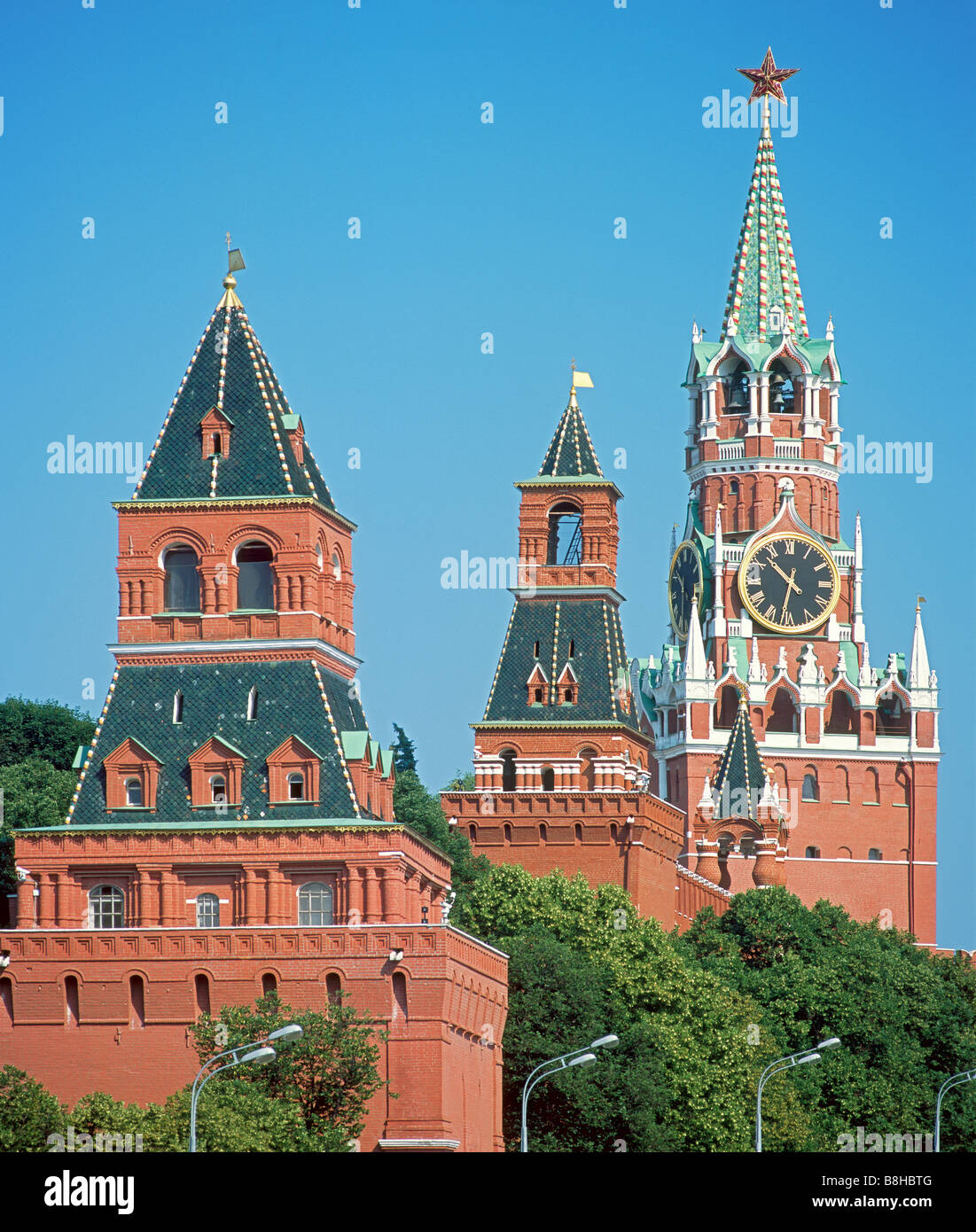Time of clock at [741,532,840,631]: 10:32
